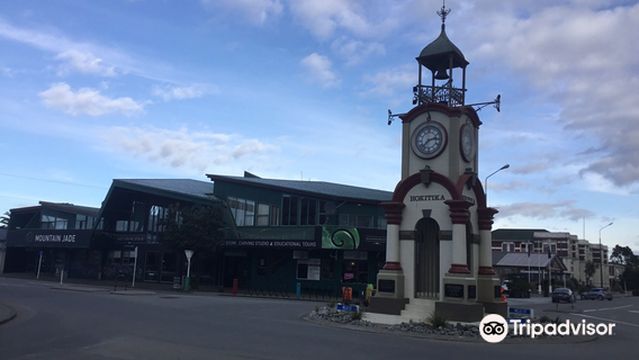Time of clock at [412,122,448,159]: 2:38
